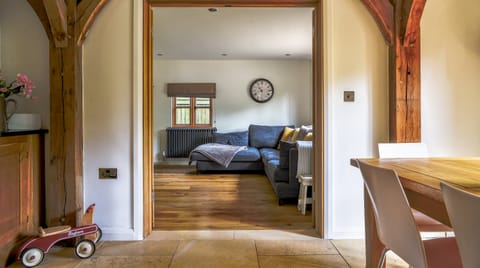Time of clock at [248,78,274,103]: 10:41
